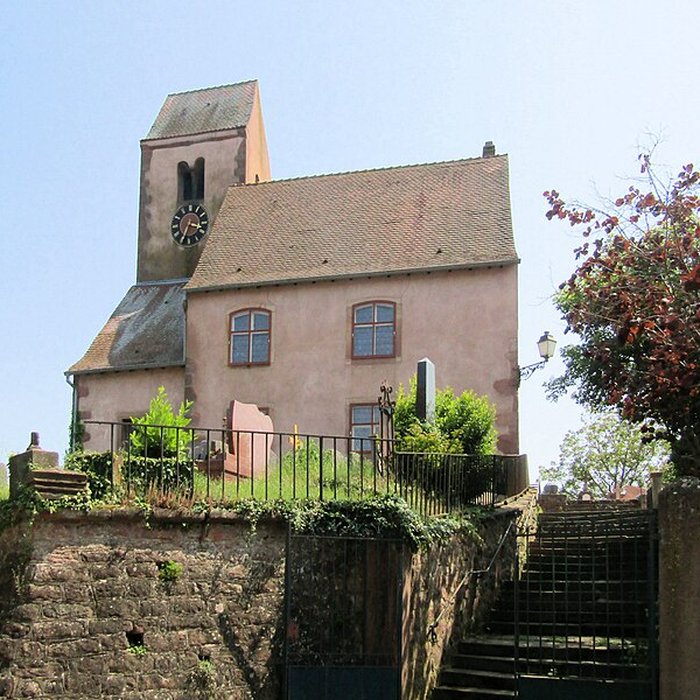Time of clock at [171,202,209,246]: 3:34
